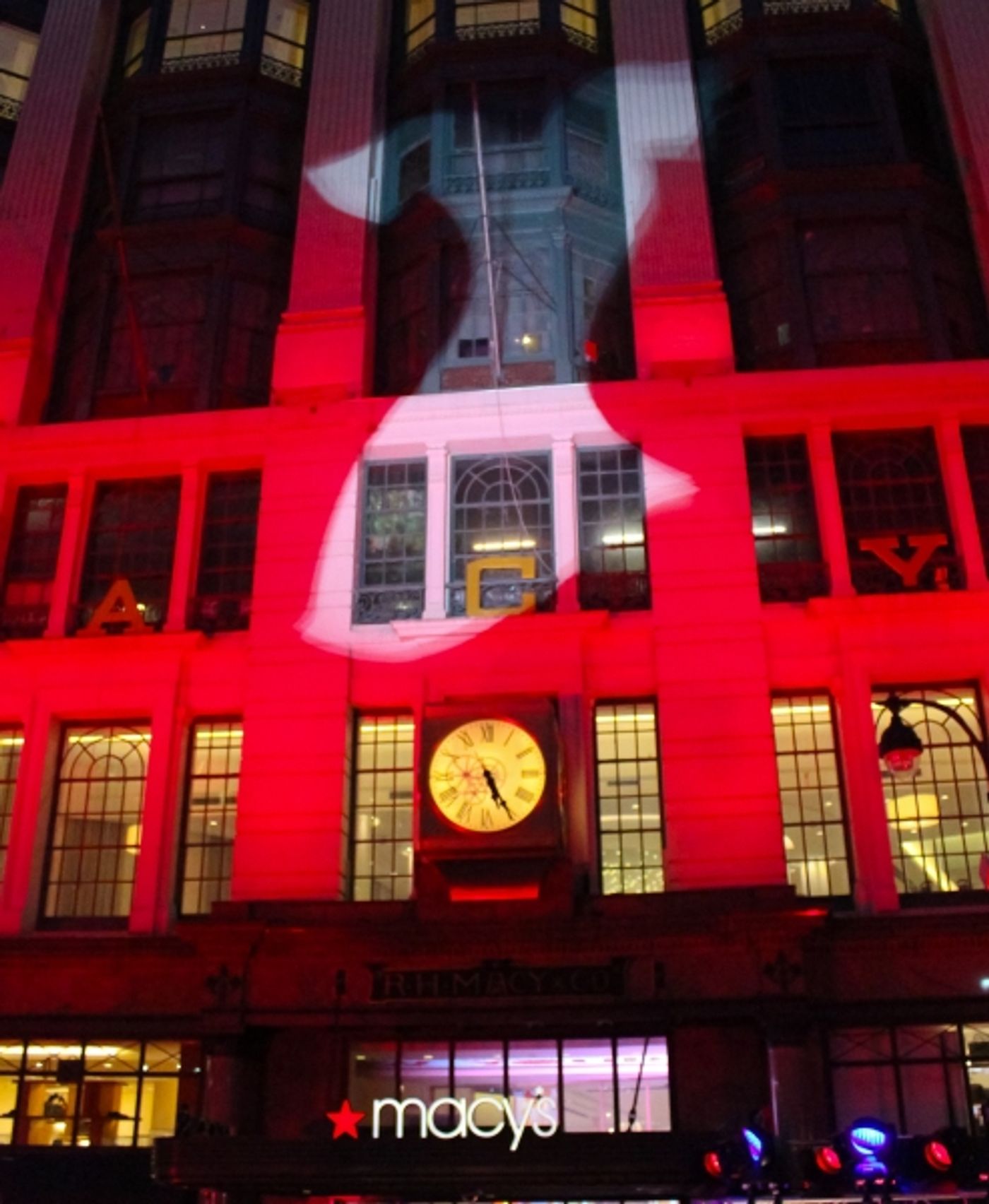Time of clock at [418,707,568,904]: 5:24
